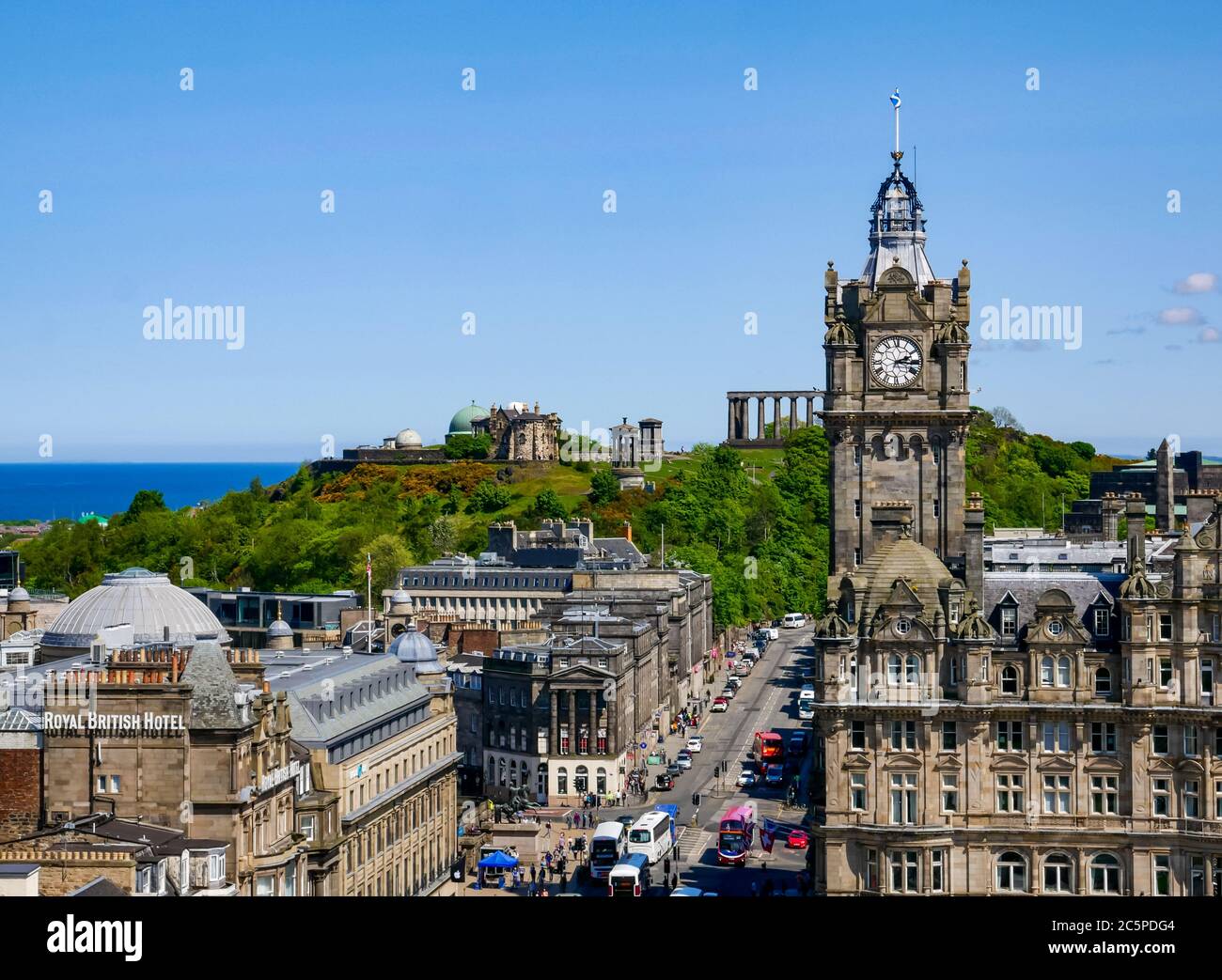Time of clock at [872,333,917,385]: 2:15
